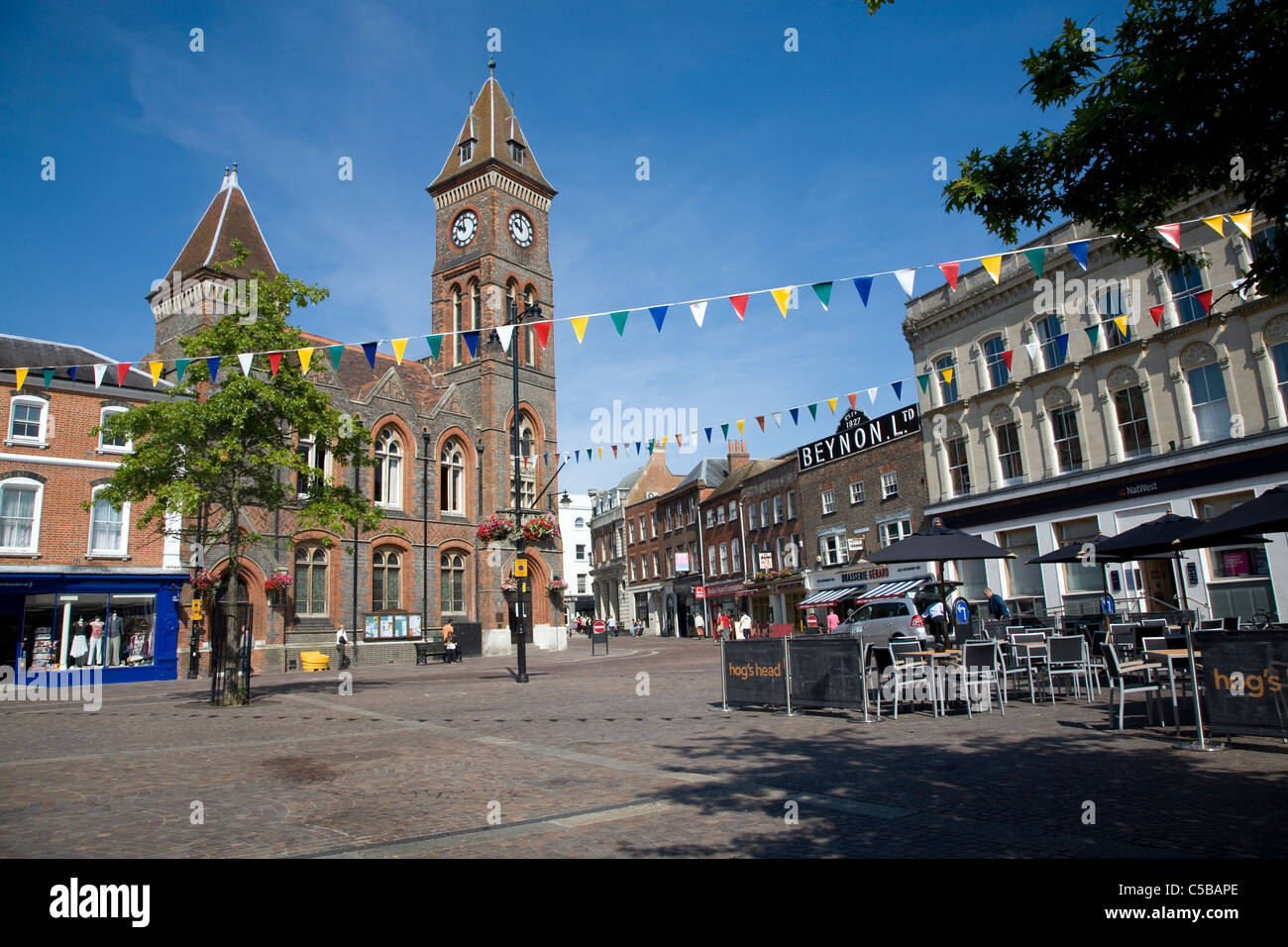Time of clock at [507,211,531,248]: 9:59
